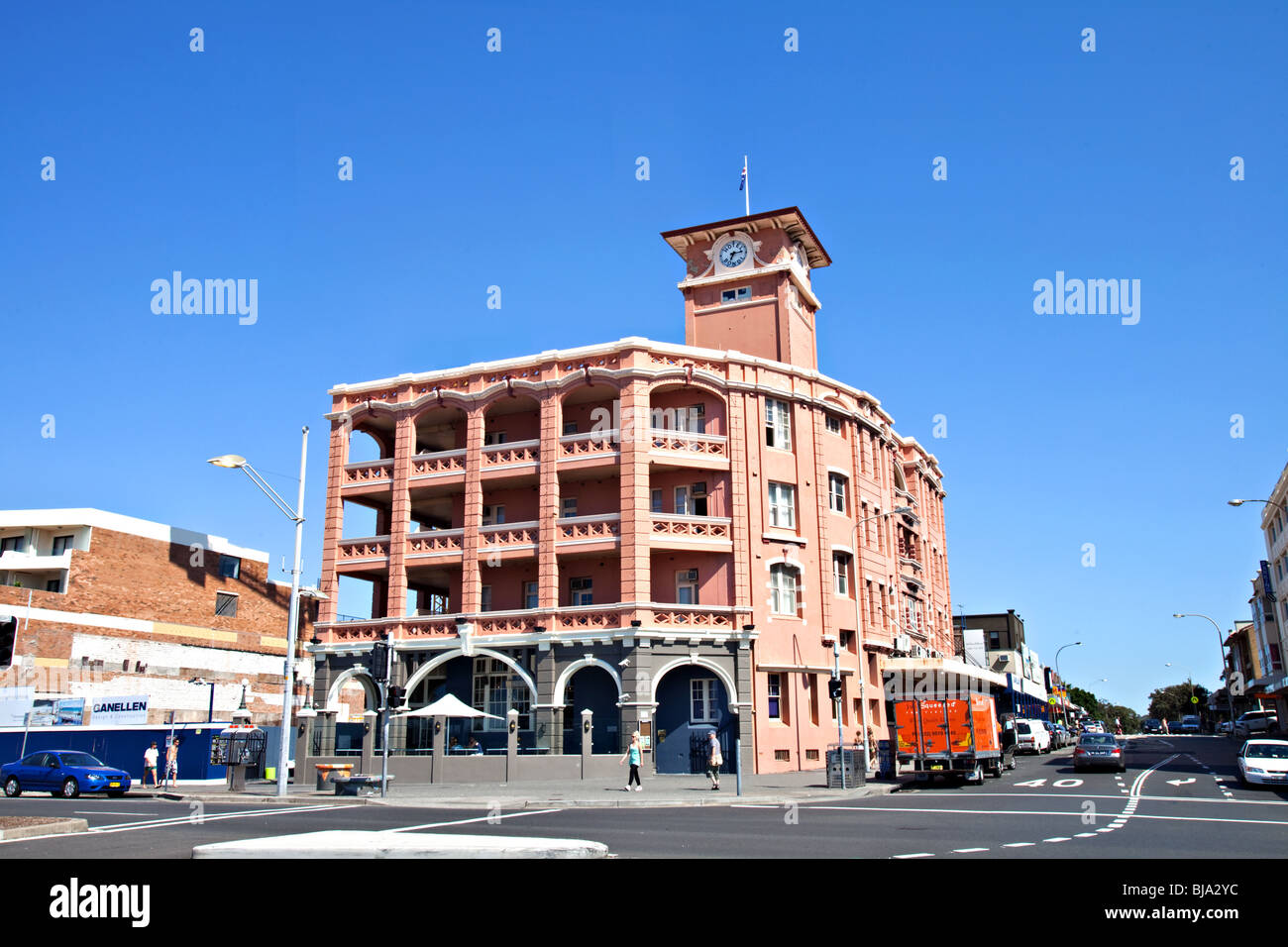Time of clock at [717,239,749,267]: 7:15
